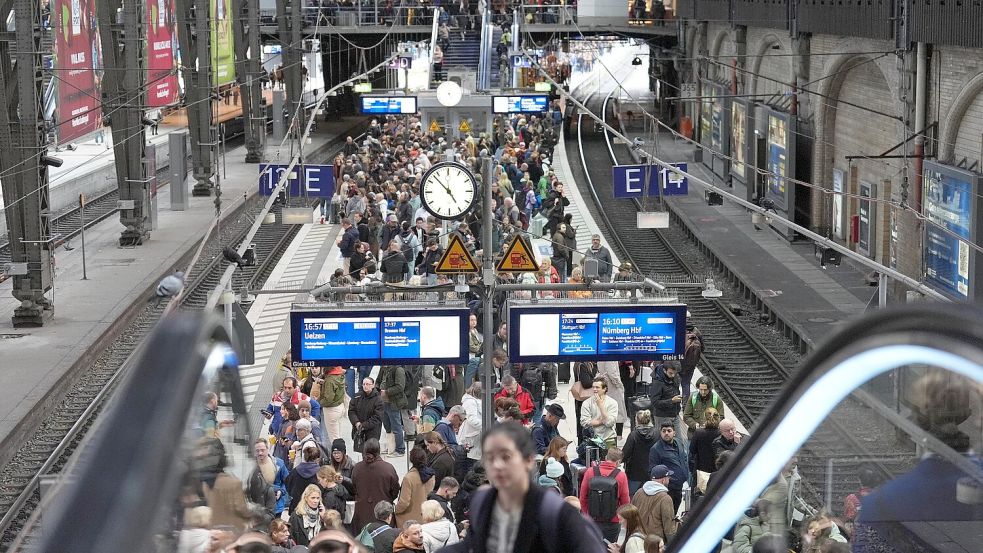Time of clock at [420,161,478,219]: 4:52
